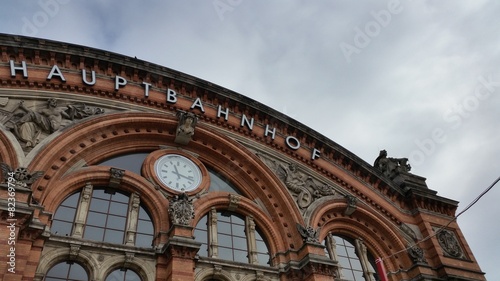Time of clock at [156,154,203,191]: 11:17
